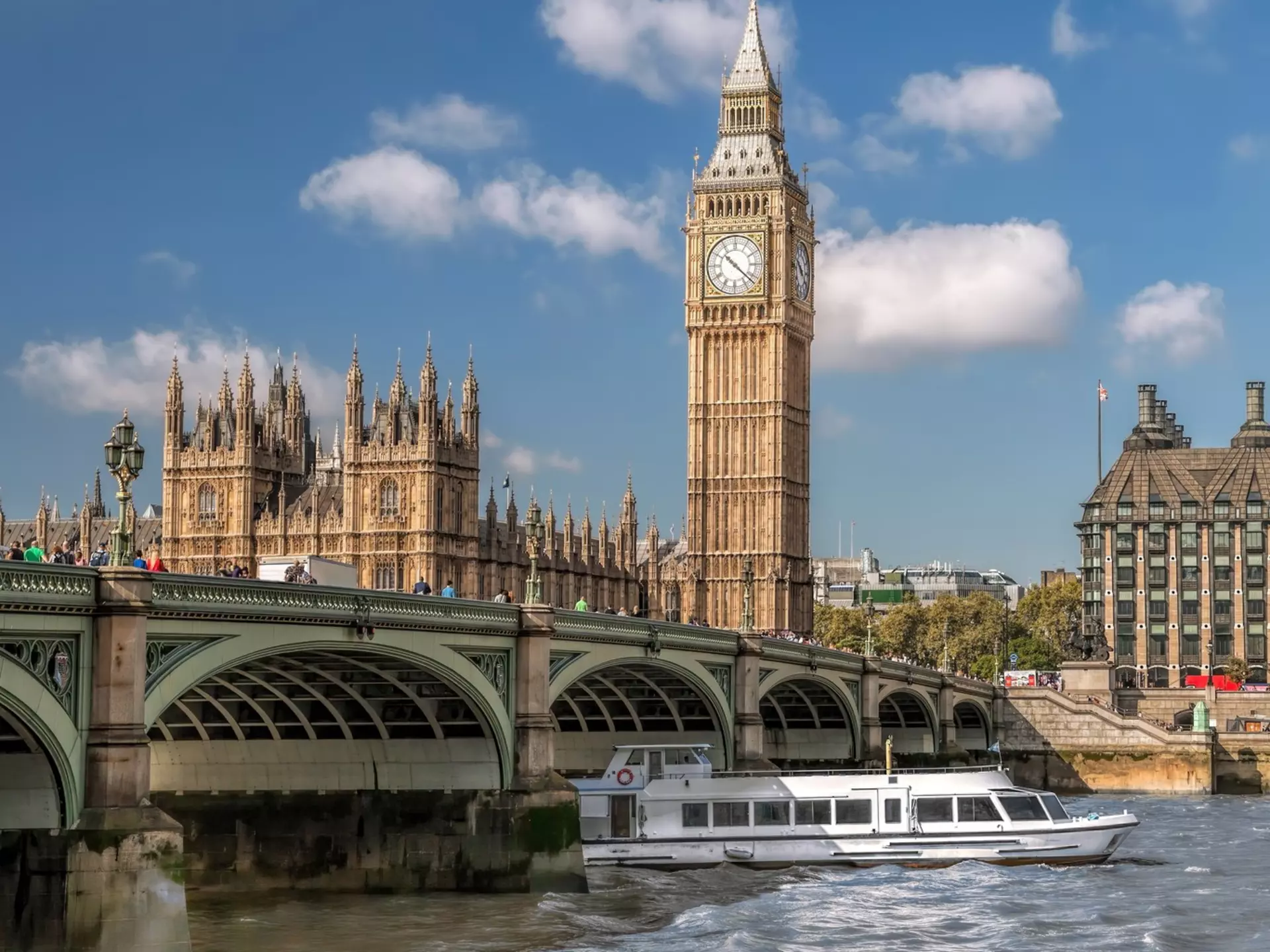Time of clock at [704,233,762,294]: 10:21
